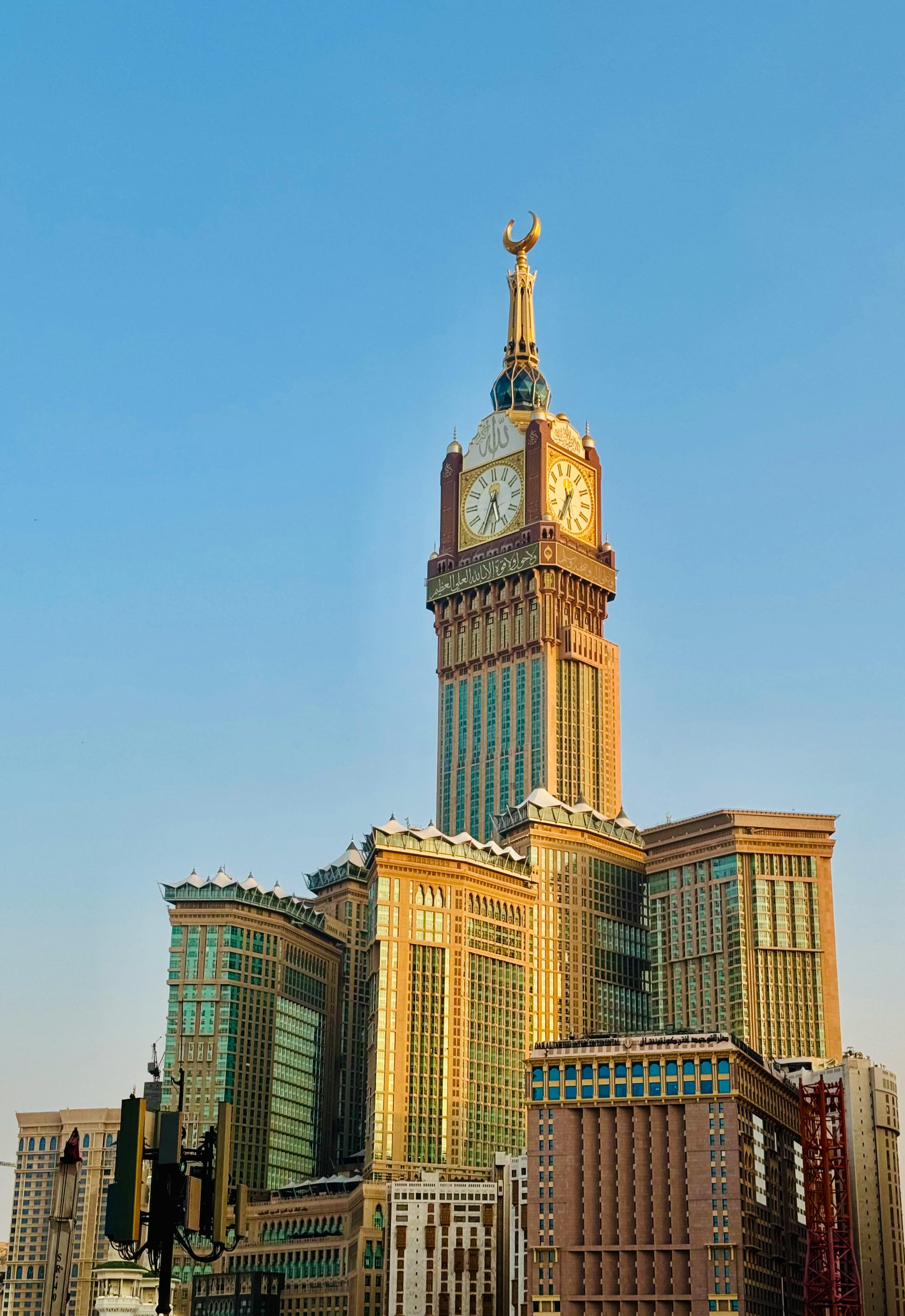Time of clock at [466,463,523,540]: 5:33
